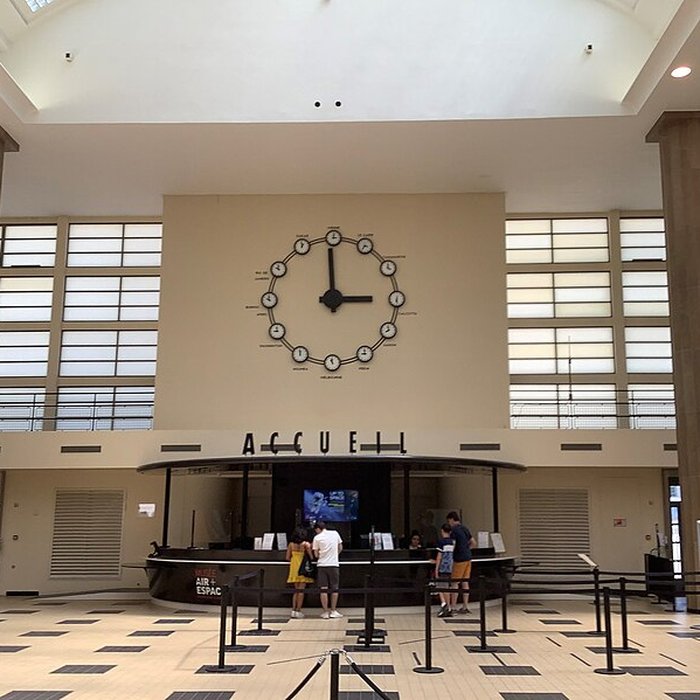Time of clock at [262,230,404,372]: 2:59
